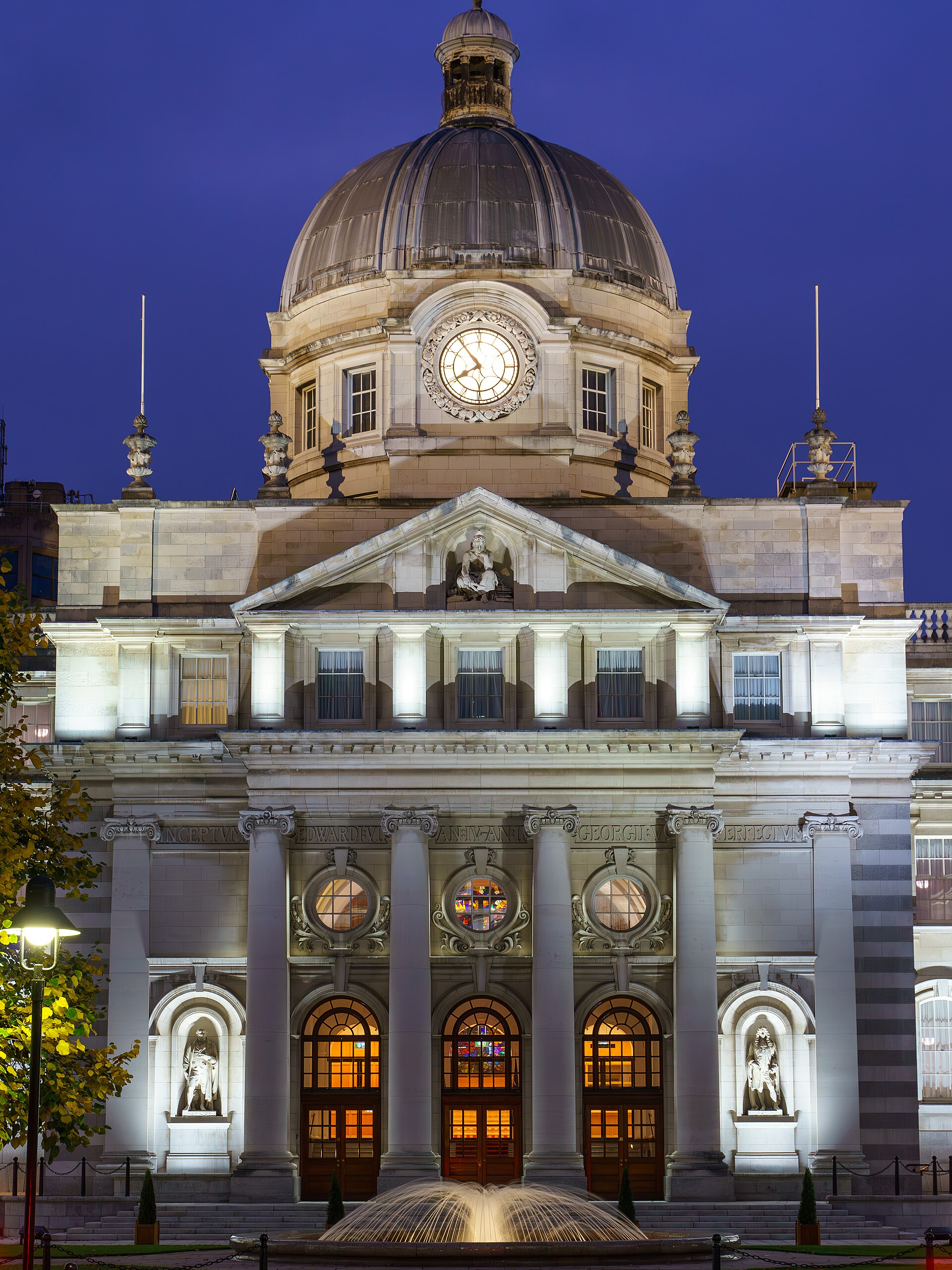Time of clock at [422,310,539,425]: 10:40
